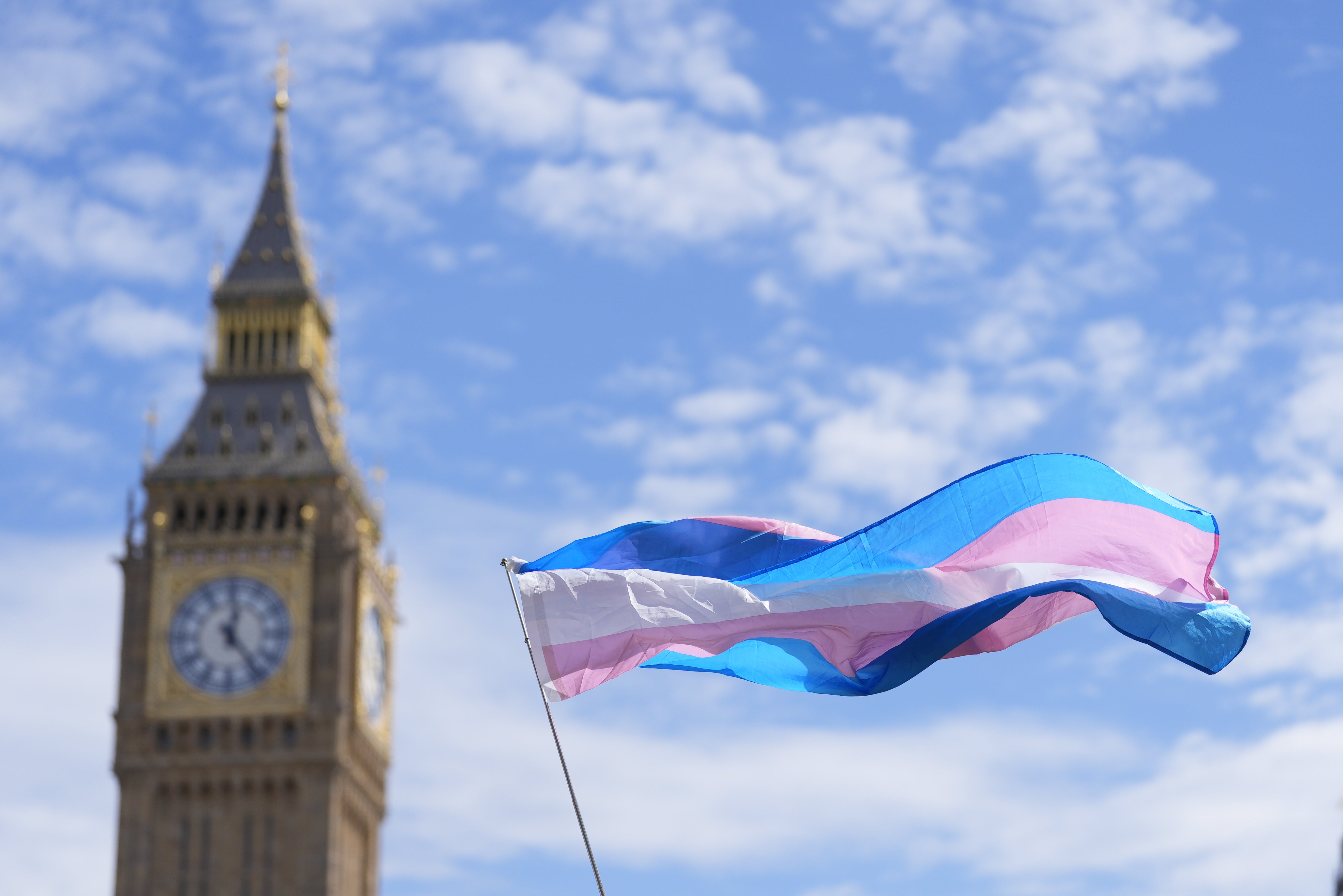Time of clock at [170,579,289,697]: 12:23
